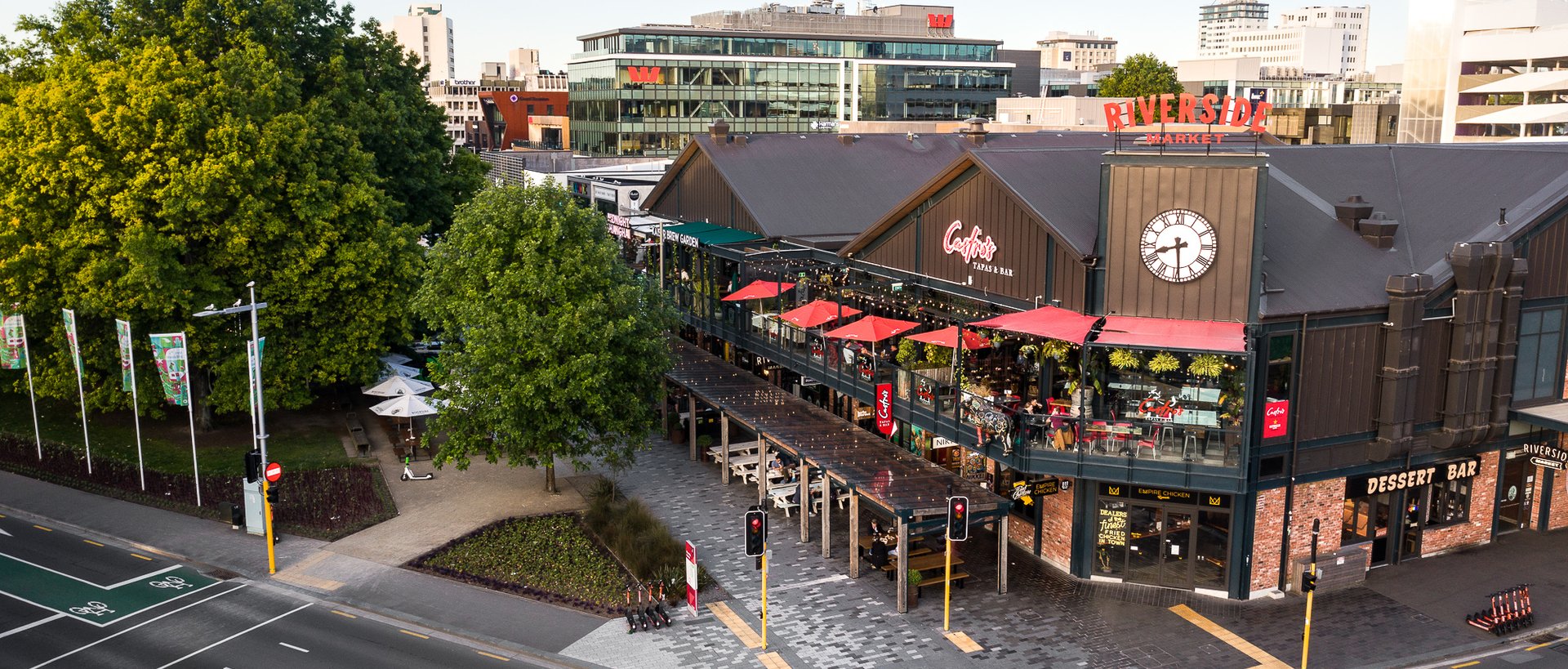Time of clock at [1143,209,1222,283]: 8:29
